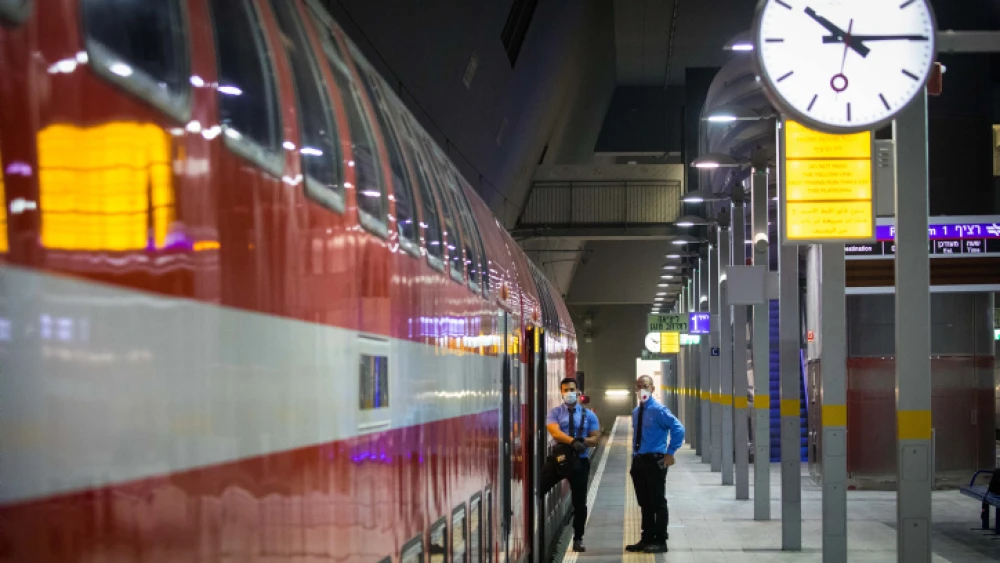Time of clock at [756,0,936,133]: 4:14
